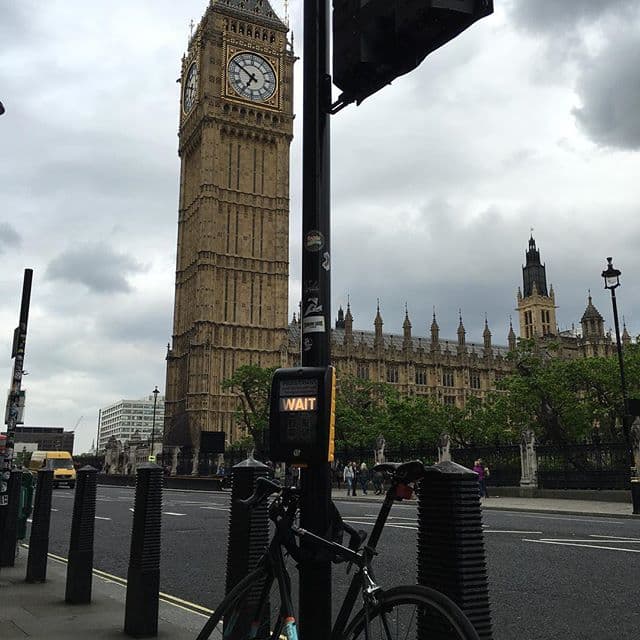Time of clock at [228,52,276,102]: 6:50
